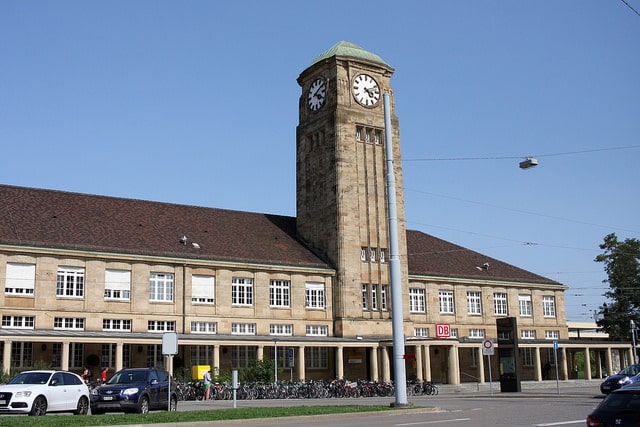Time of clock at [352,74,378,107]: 4:12
